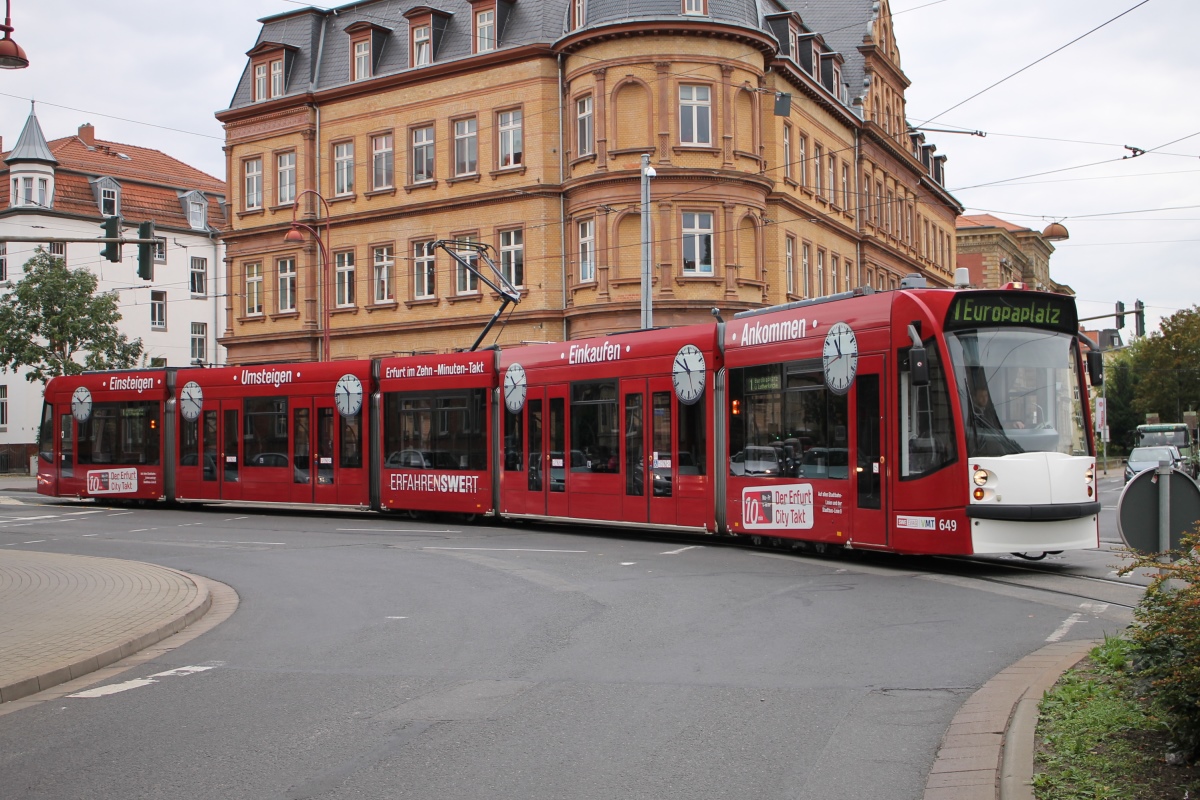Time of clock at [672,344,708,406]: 10:50
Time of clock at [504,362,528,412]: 10:39
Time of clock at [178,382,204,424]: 10:19
